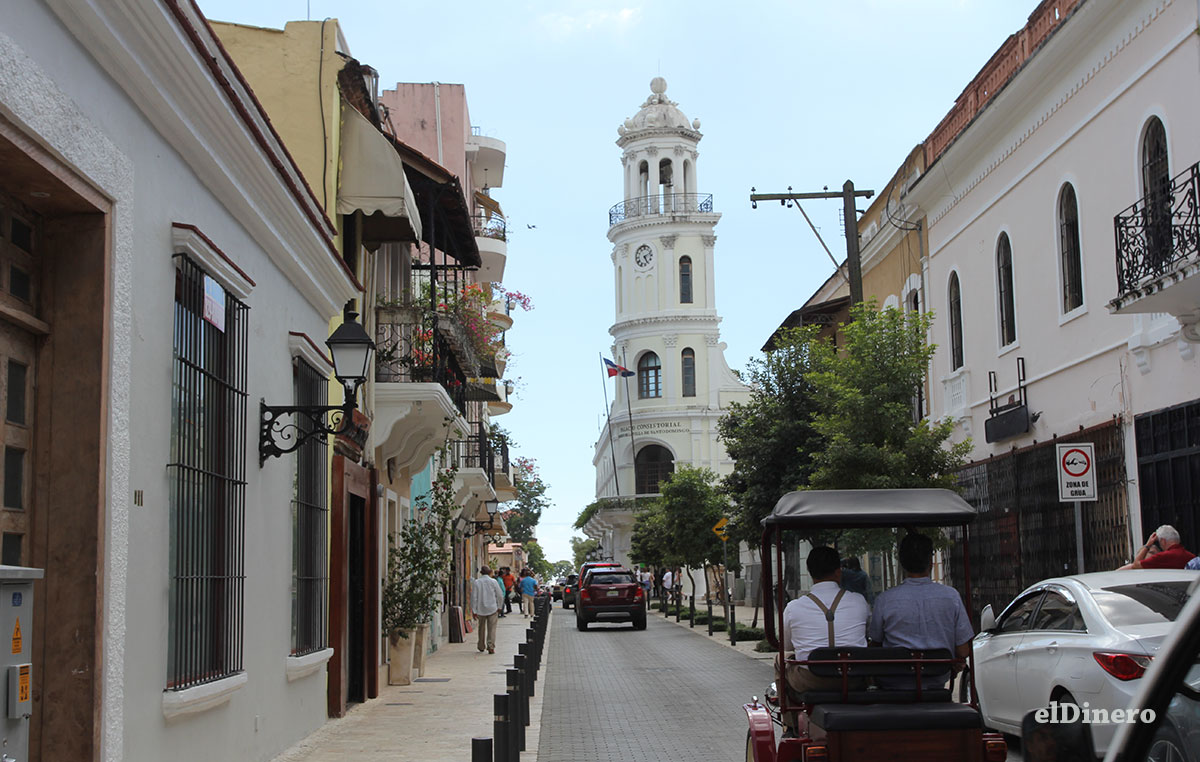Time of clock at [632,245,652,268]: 5:12
